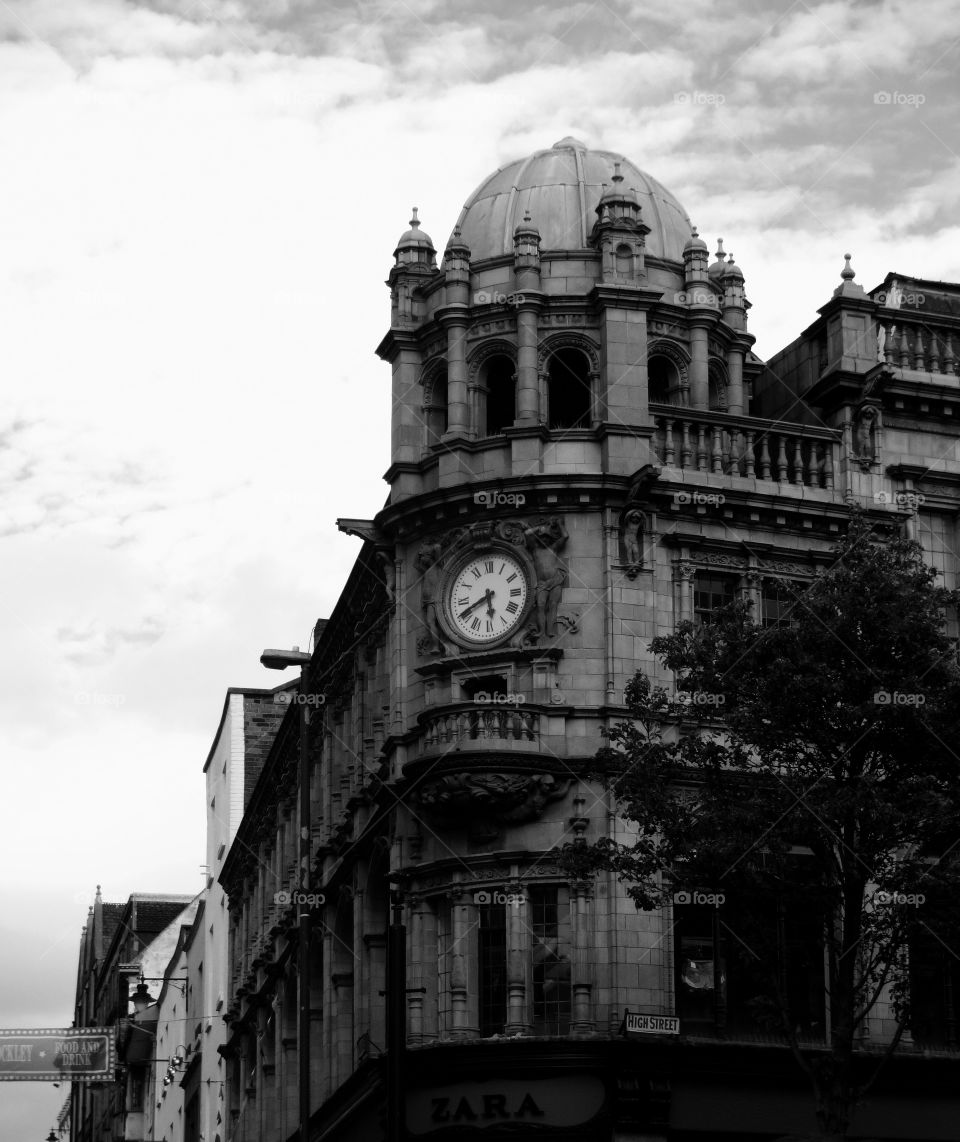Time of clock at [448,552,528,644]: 5:40
